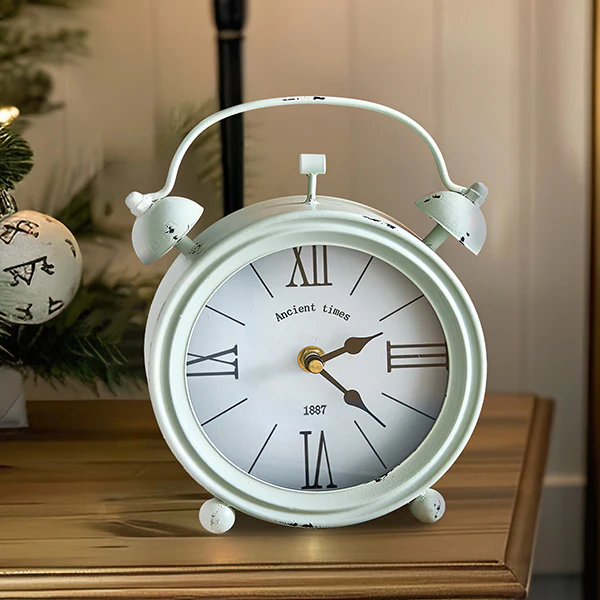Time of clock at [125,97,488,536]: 2:22
